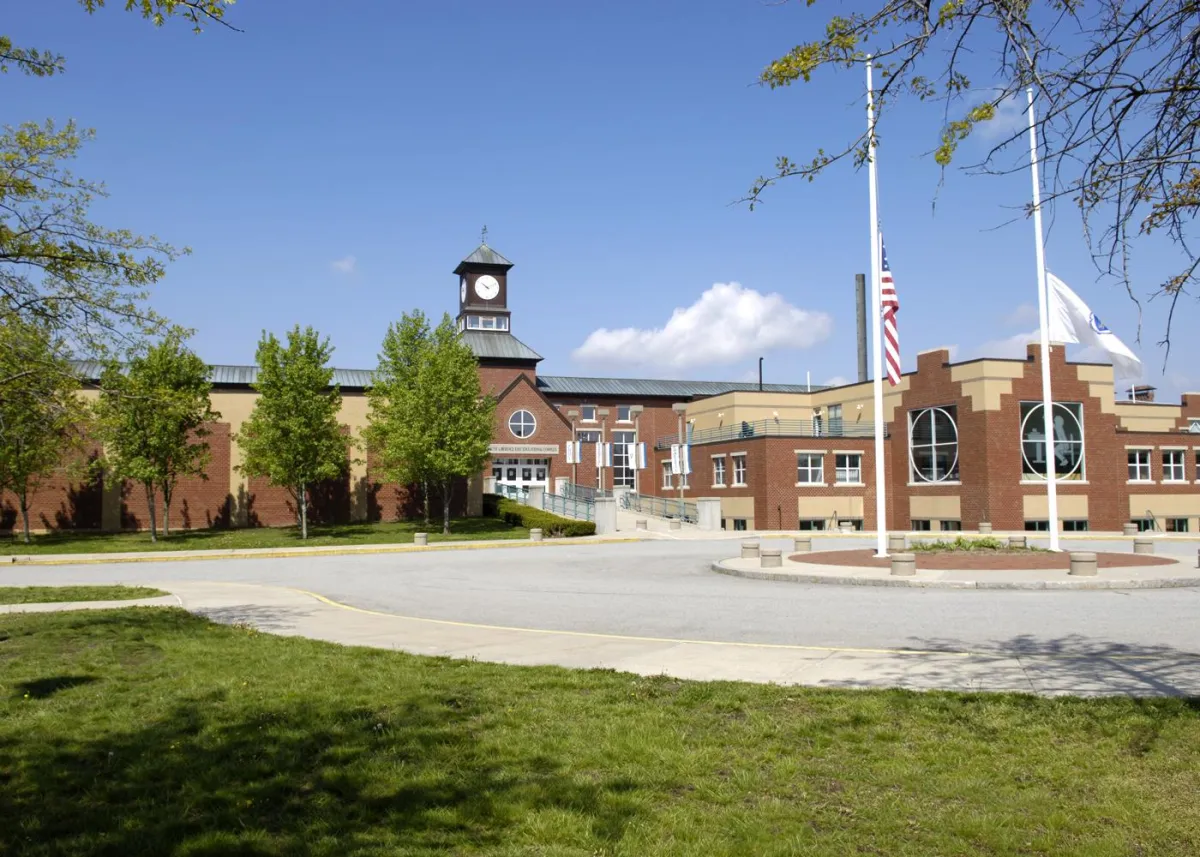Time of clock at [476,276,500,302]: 10:10
